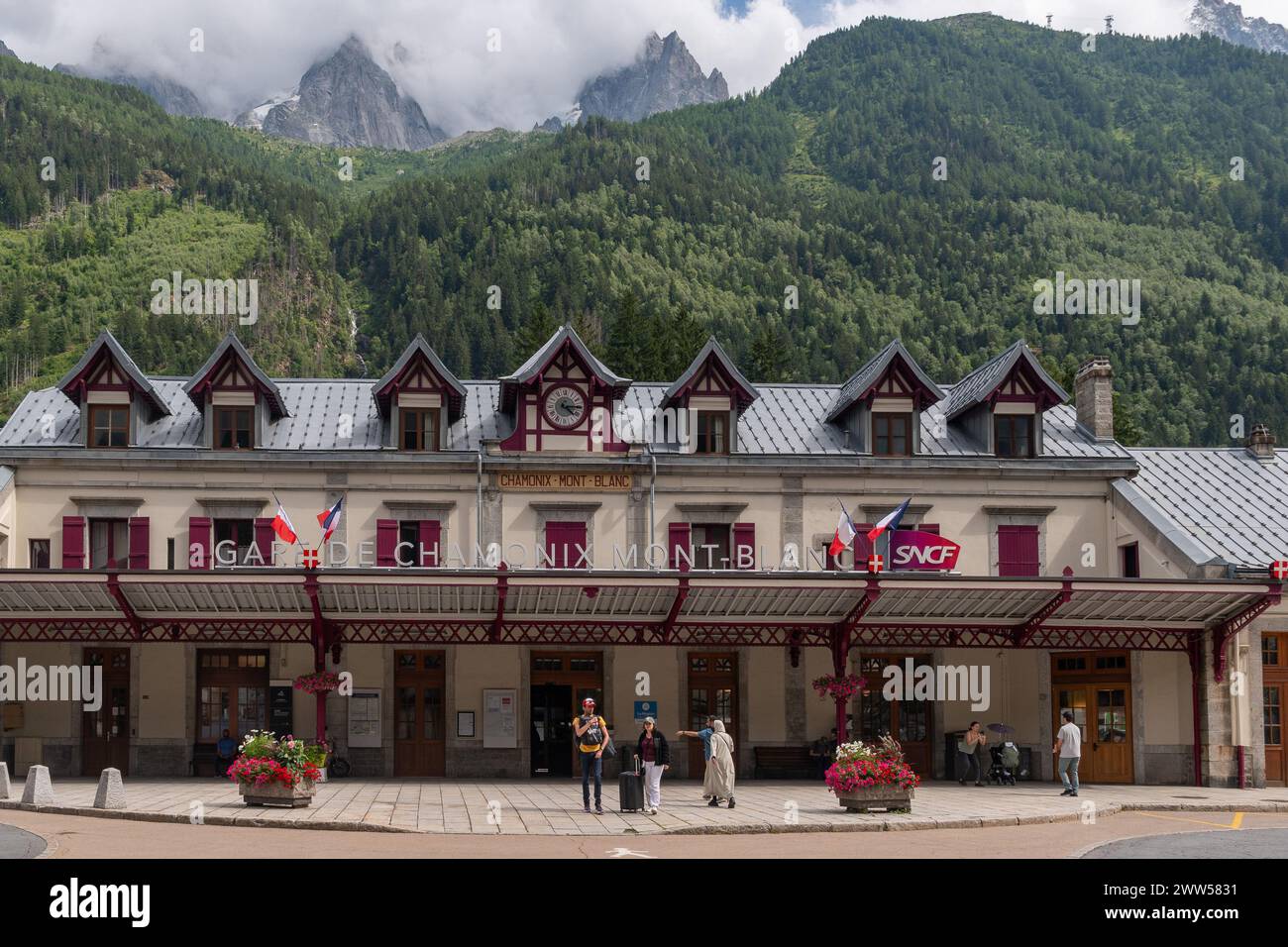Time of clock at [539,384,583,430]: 4:14
